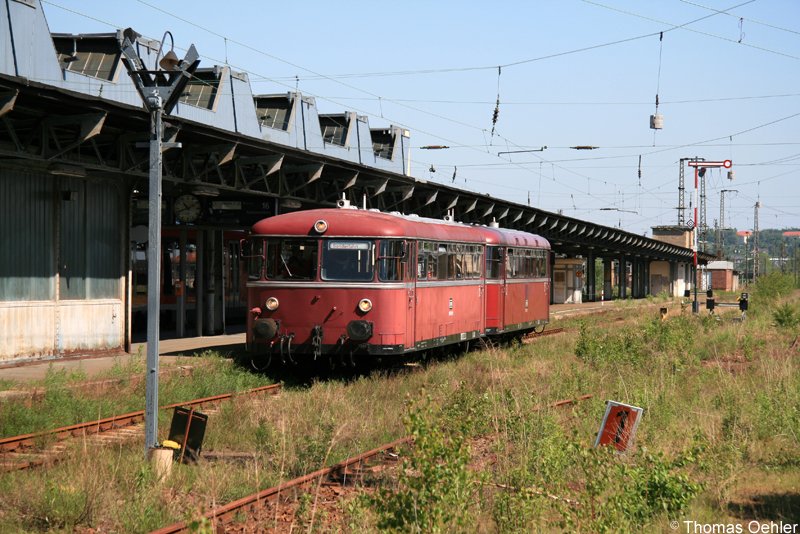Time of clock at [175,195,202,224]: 10:41
